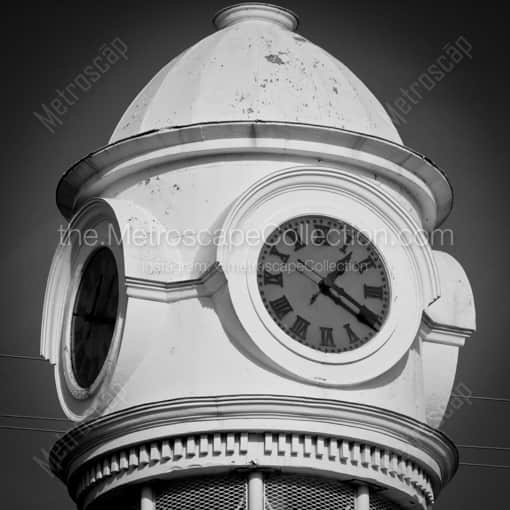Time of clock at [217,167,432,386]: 1:20
